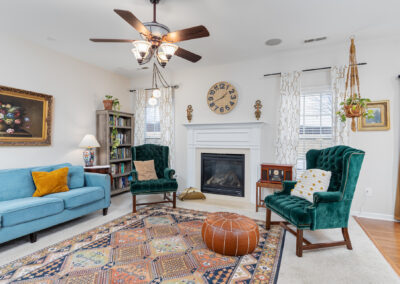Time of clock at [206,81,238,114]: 1:40
